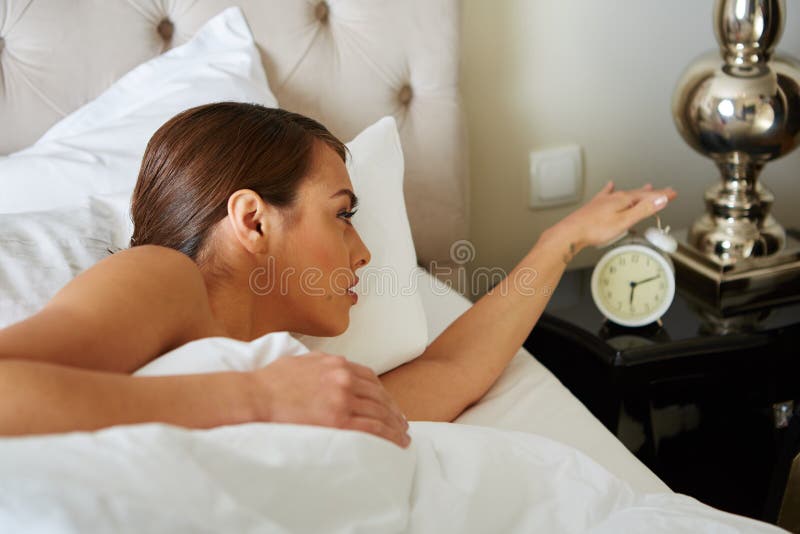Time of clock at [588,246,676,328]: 6:11
